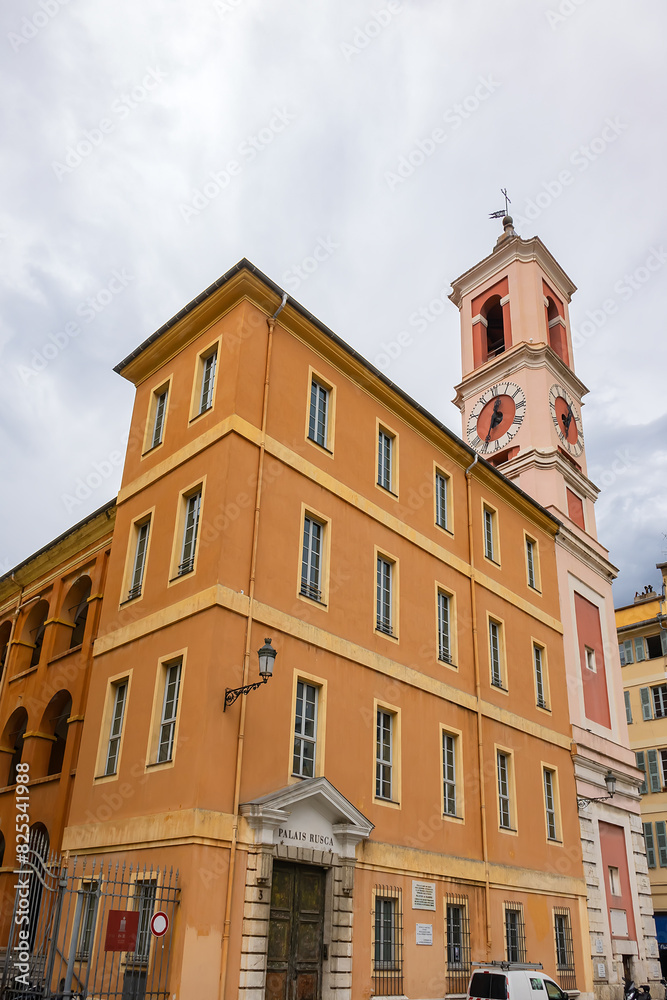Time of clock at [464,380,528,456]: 12:34
